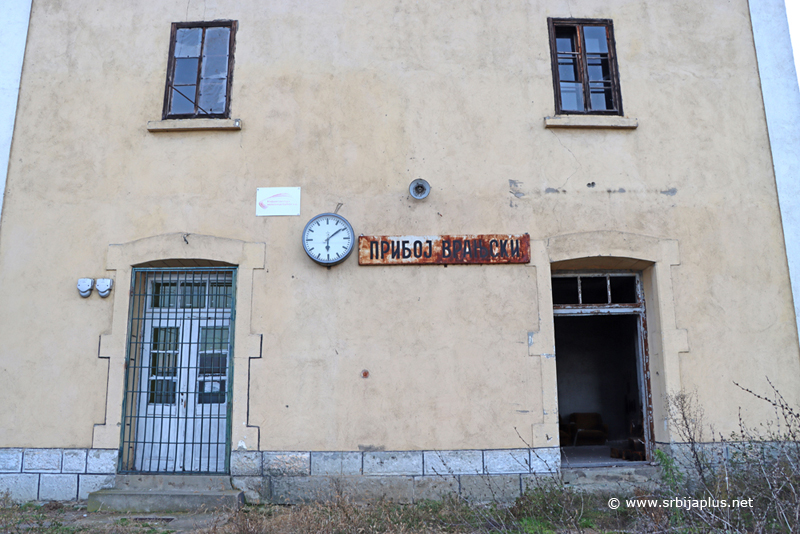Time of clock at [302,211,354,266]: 6:09
